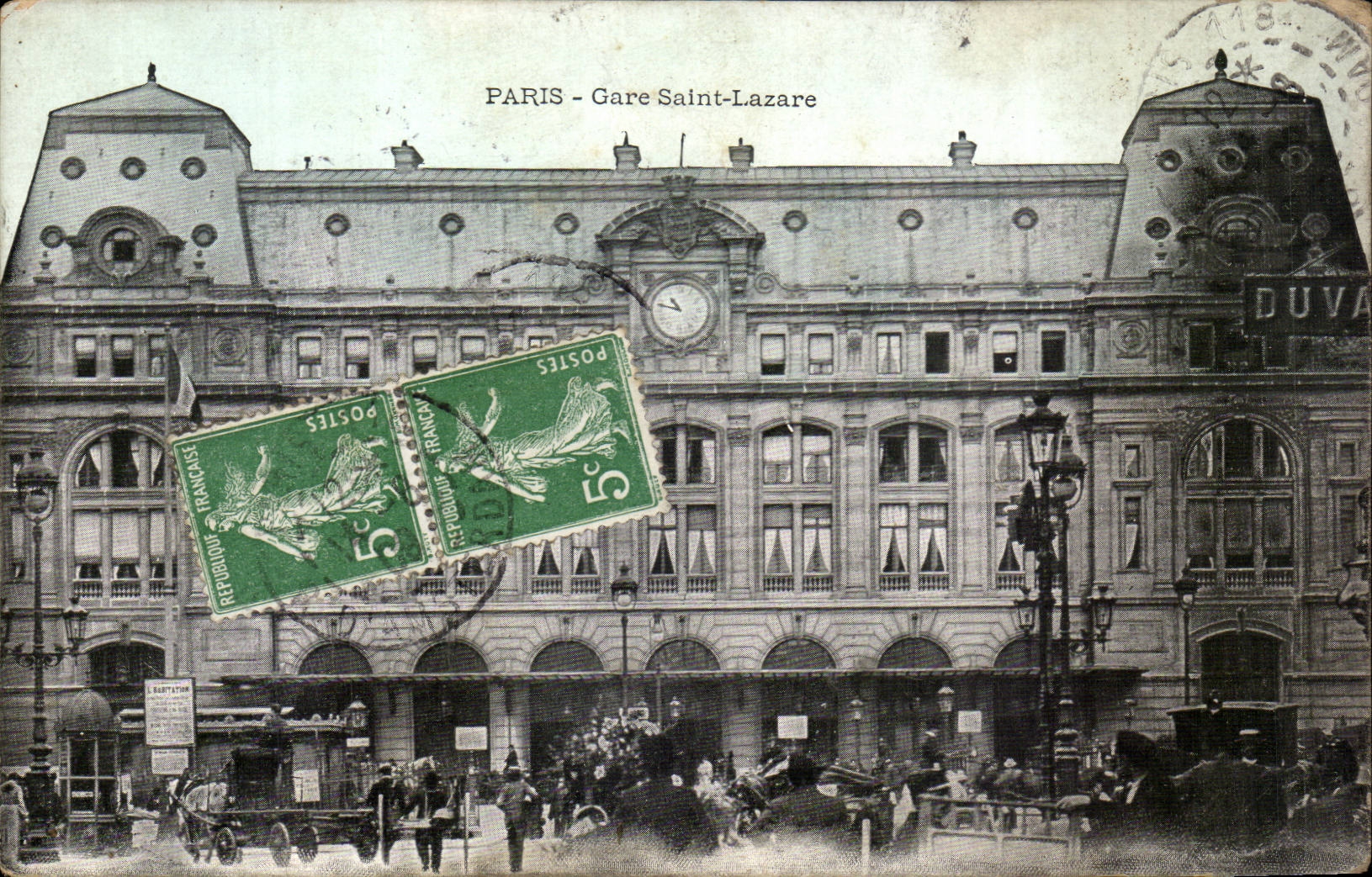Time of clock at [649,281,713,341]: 10:47
